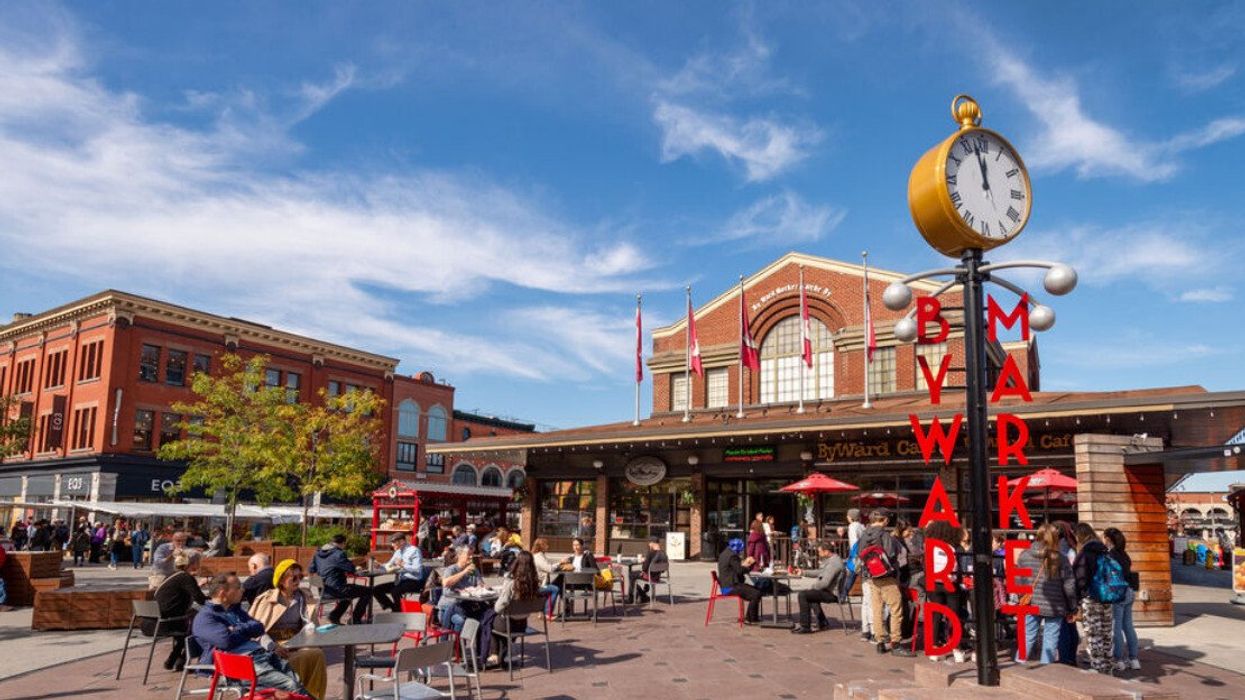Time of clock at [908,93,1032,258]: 11:57
